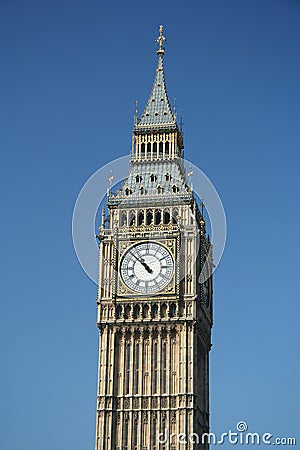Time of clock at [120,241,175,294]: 10:52
